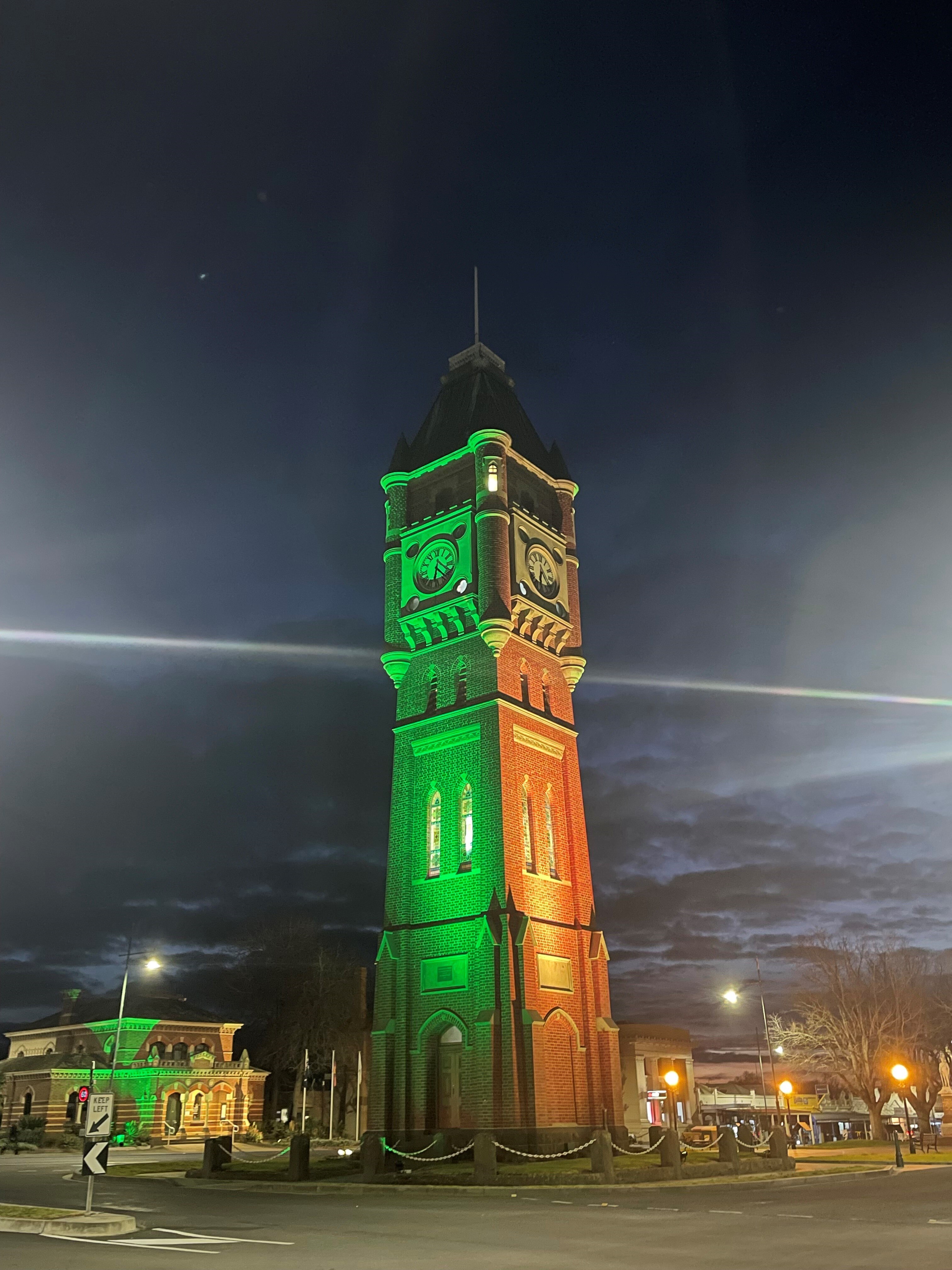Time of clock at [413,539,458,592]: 6:23
